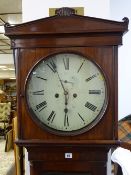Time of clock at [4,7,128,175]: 5:55
